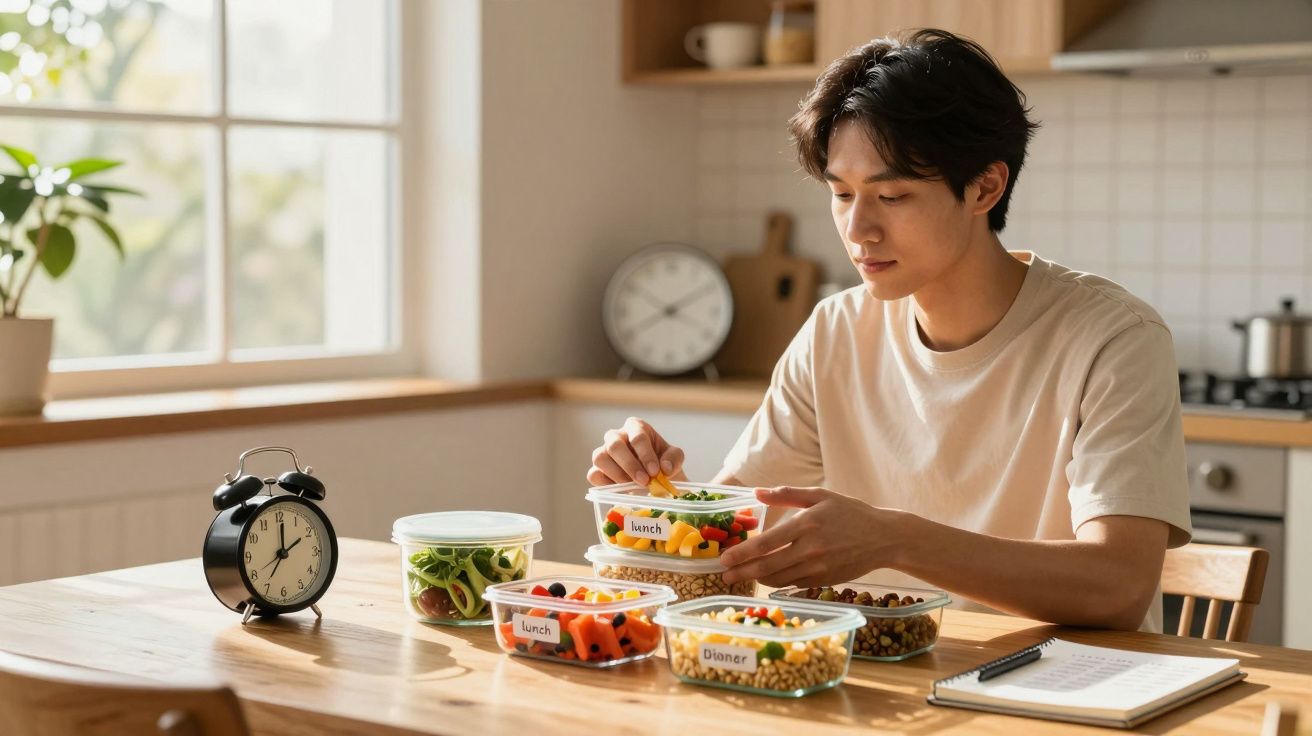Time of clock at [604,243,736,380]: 8:09
